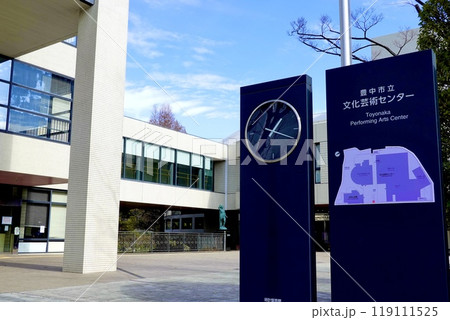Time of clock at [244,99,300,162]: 1:18
